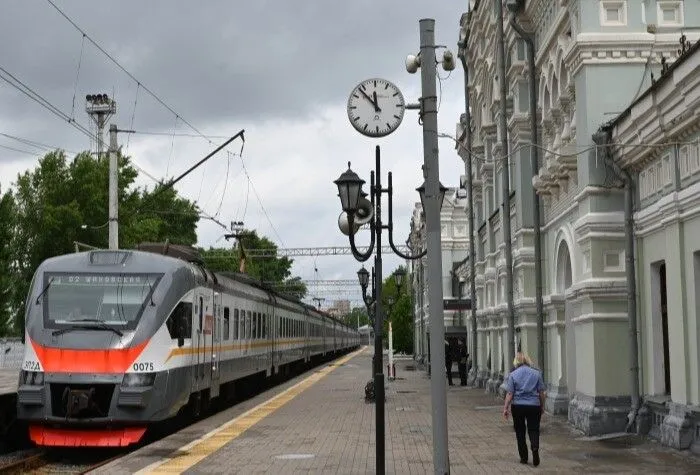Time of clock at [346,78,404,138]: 11:53
